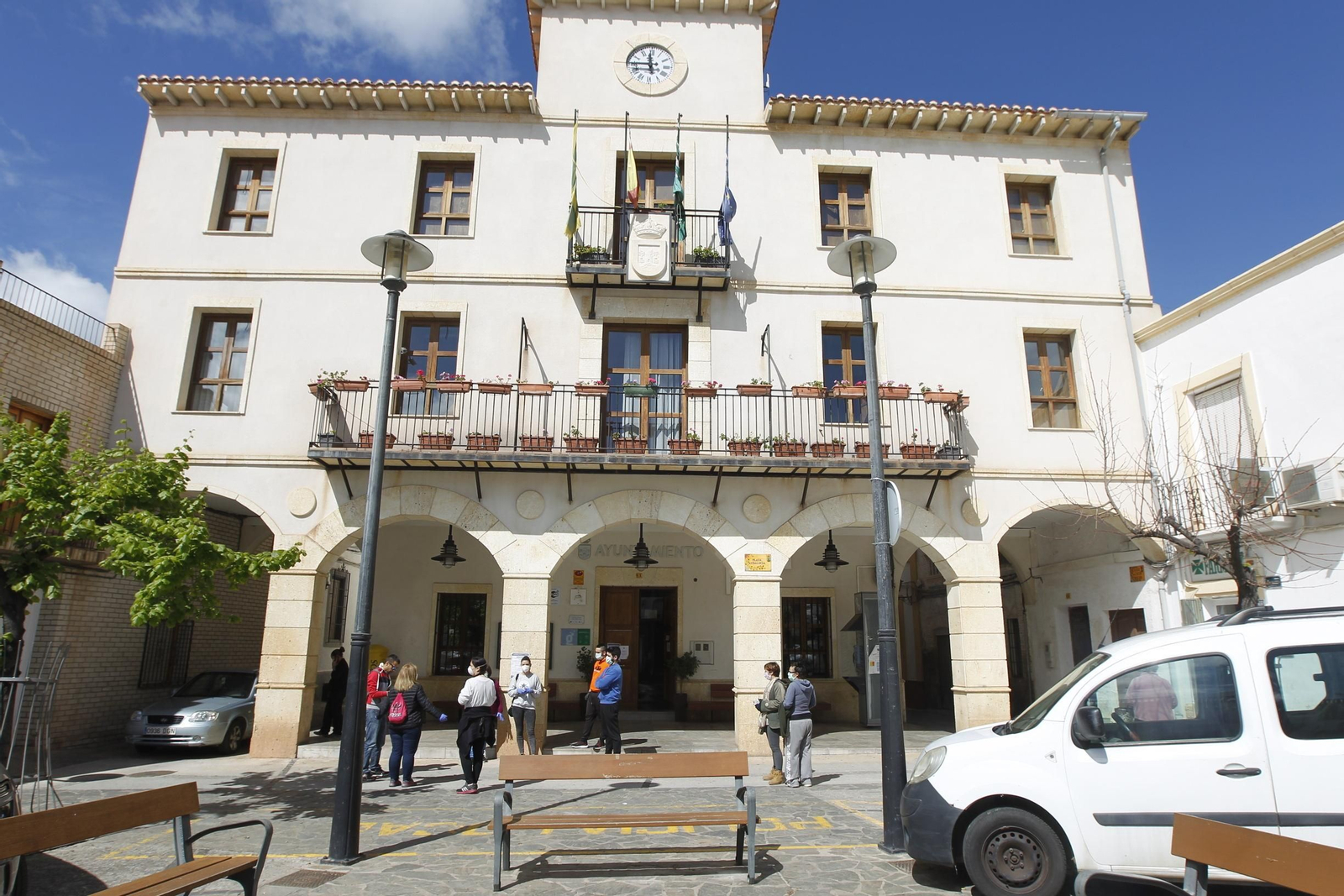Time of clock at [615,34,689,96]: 11:44
